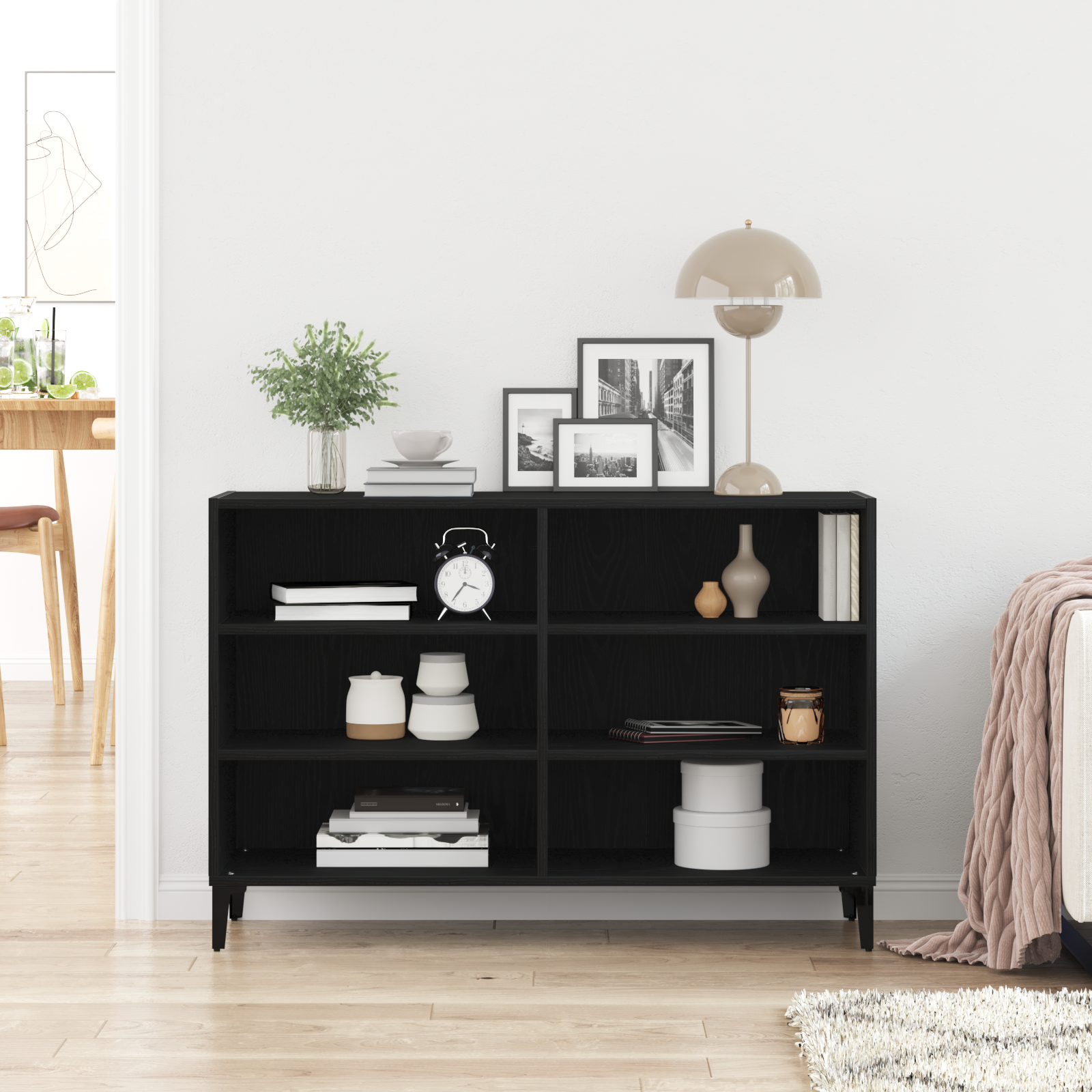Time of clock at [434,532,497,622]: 3:36
